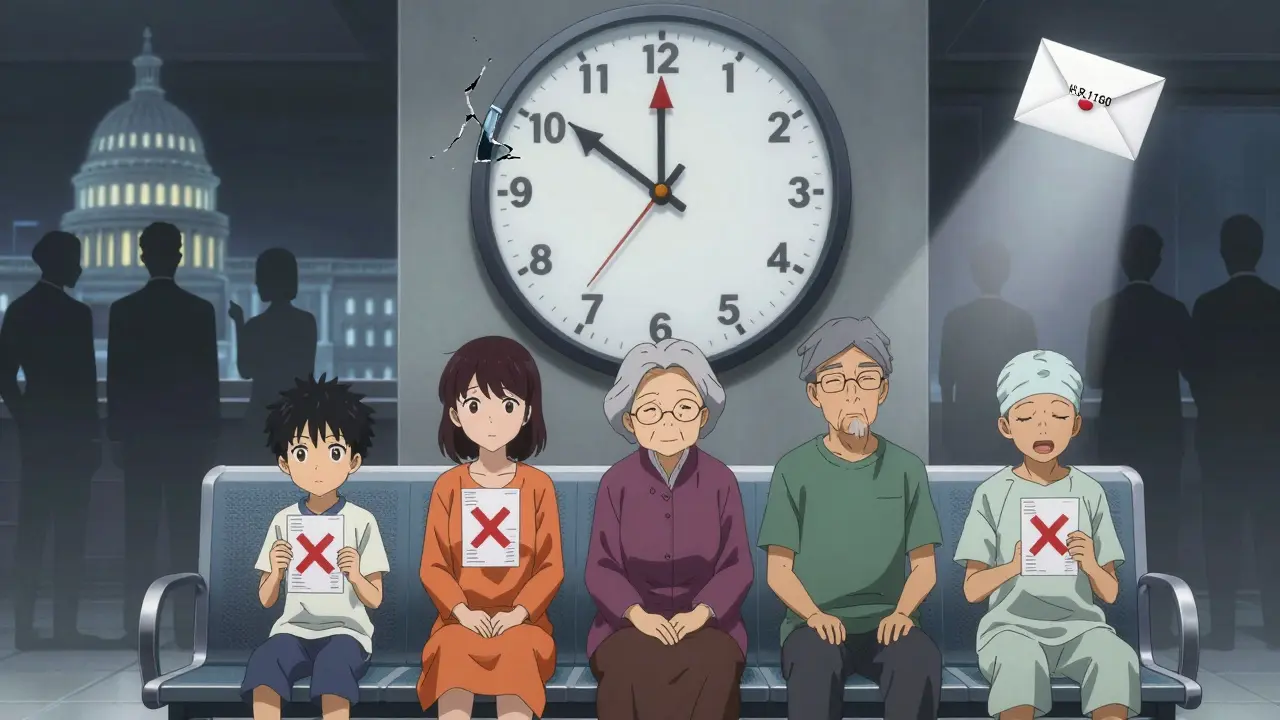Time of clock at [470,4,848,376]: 11:50
